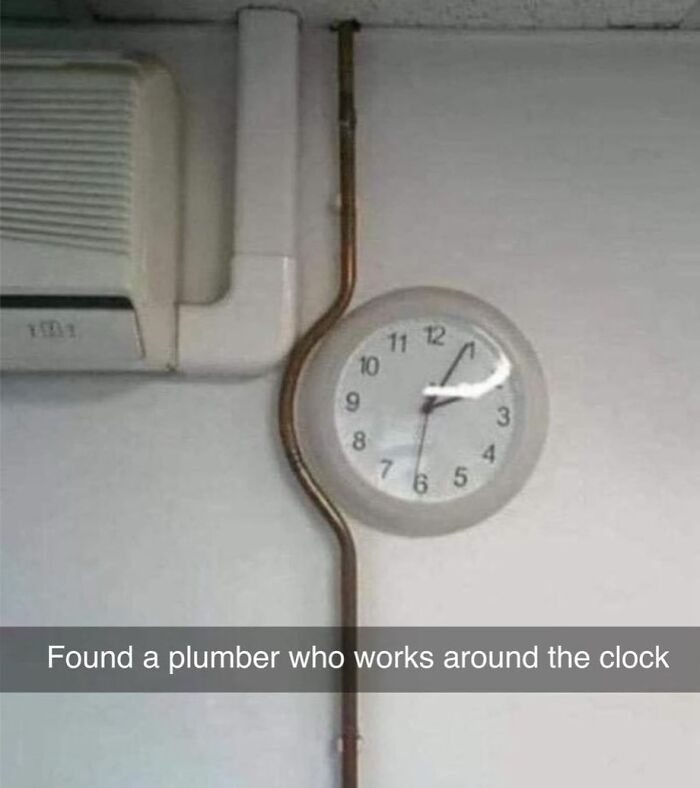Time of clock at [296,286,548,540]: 2:04
